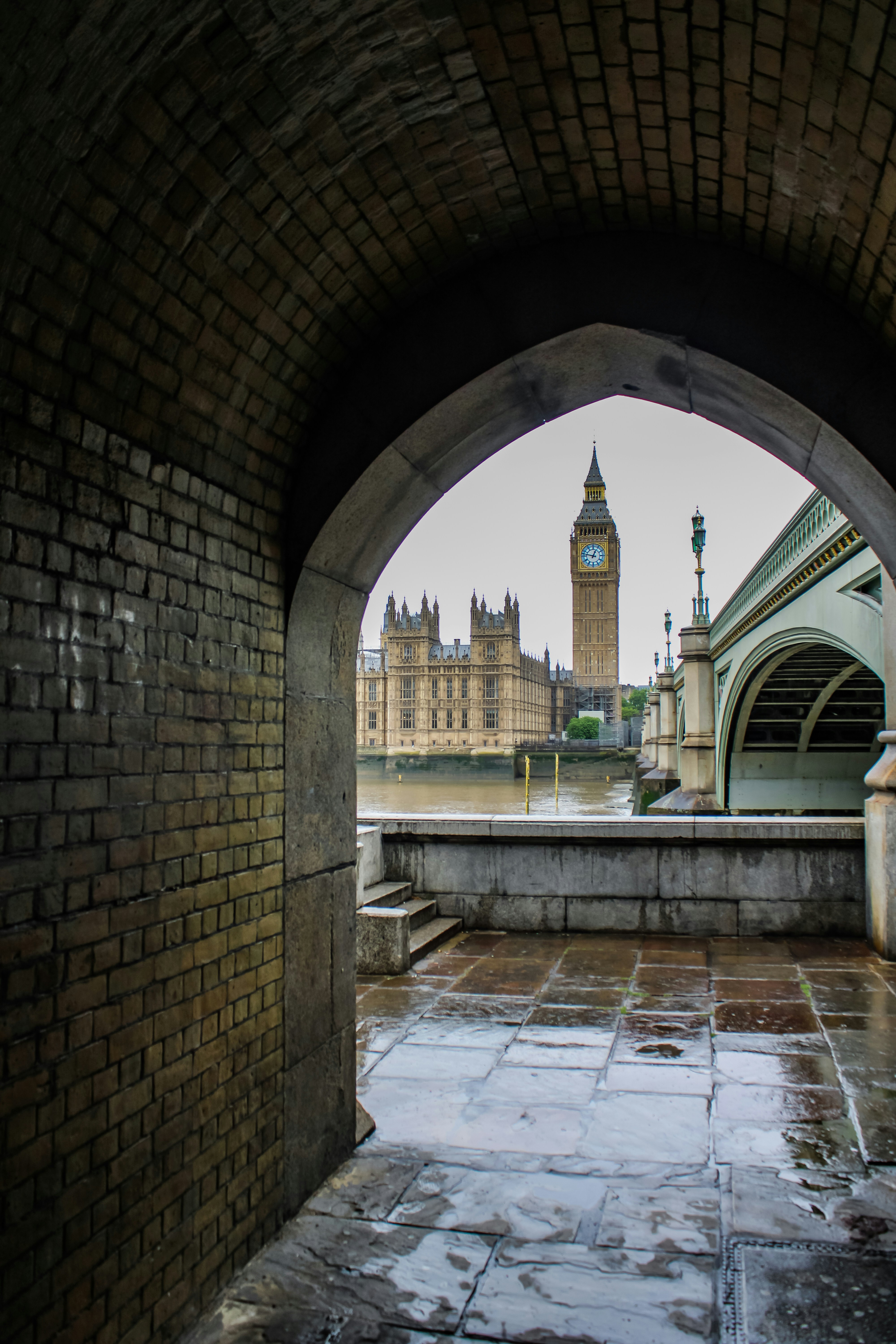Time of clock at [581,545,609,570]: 12:47
